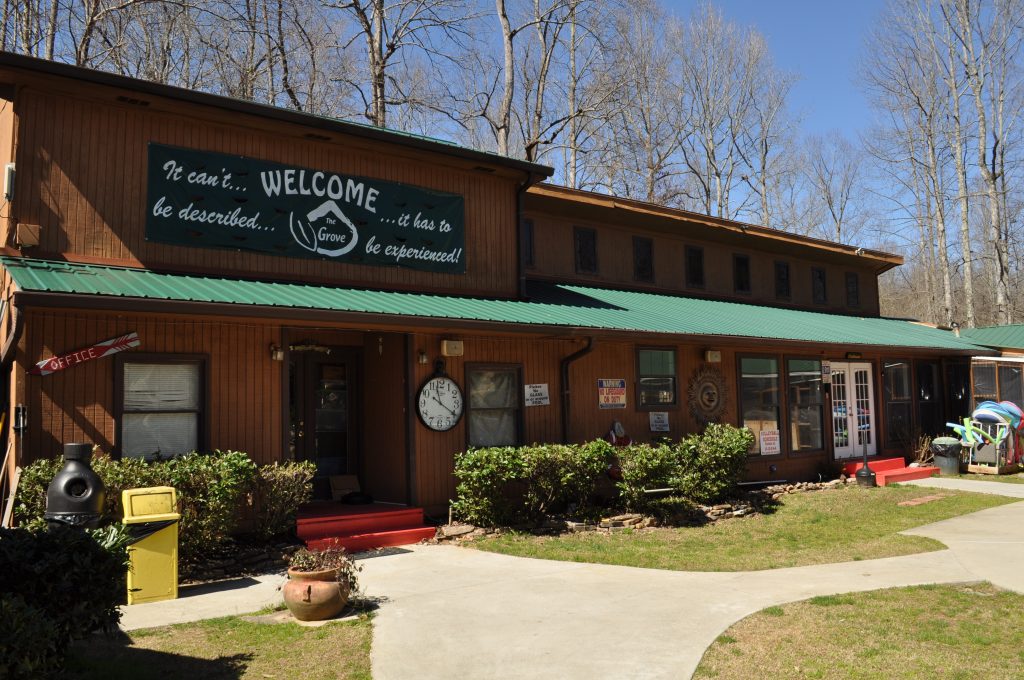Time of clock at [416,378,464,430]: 11:20
